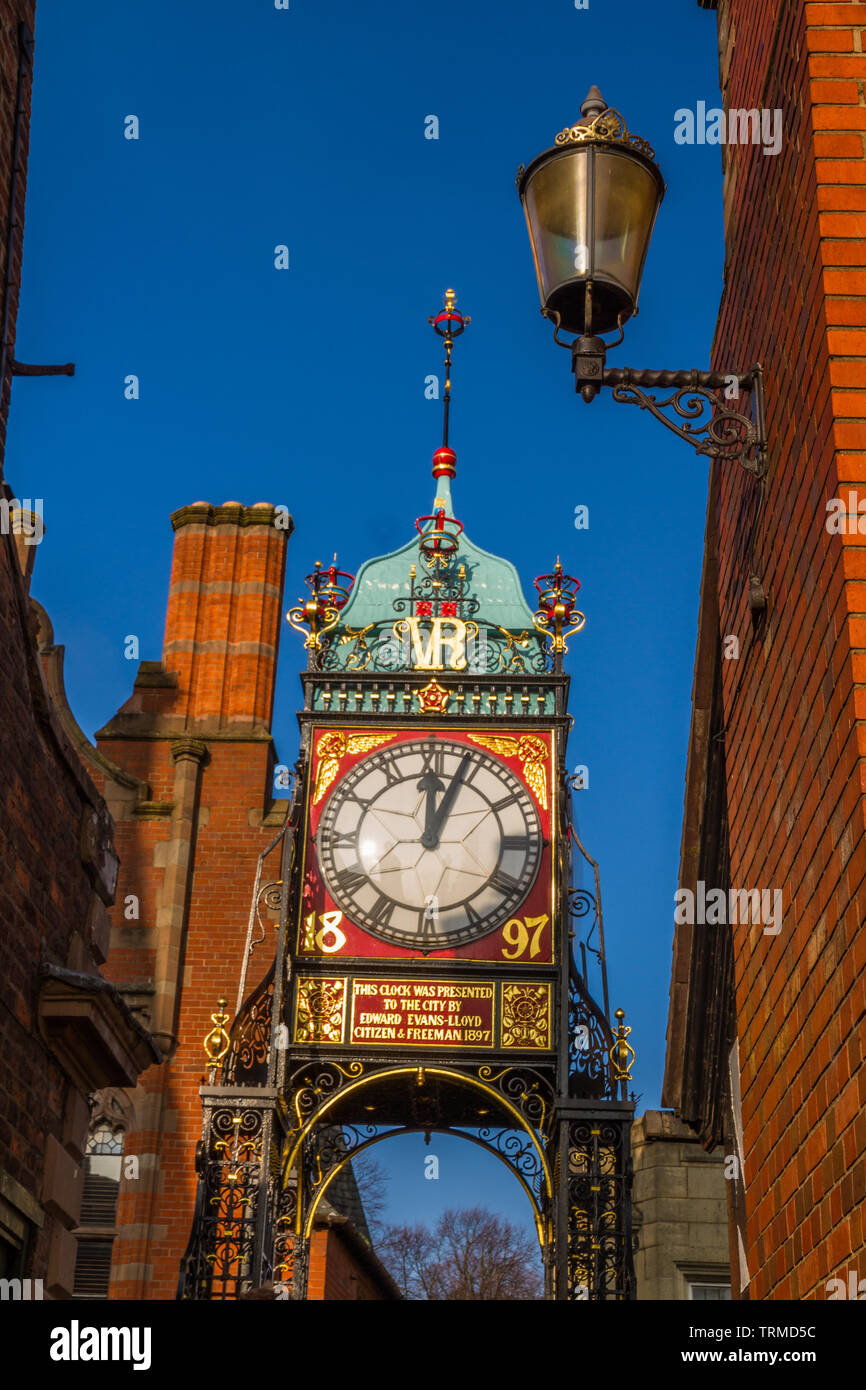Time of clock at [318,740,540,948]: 12:03
